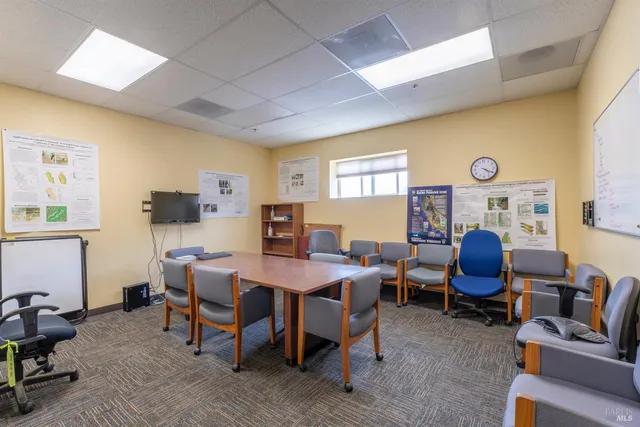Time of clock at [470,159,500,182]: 4:19
